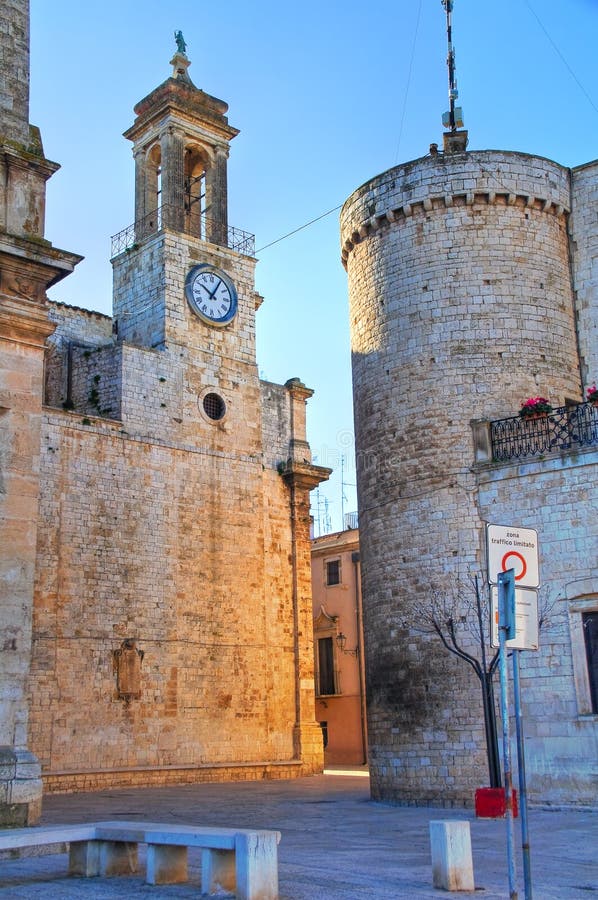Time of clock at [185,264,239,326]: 10:05
